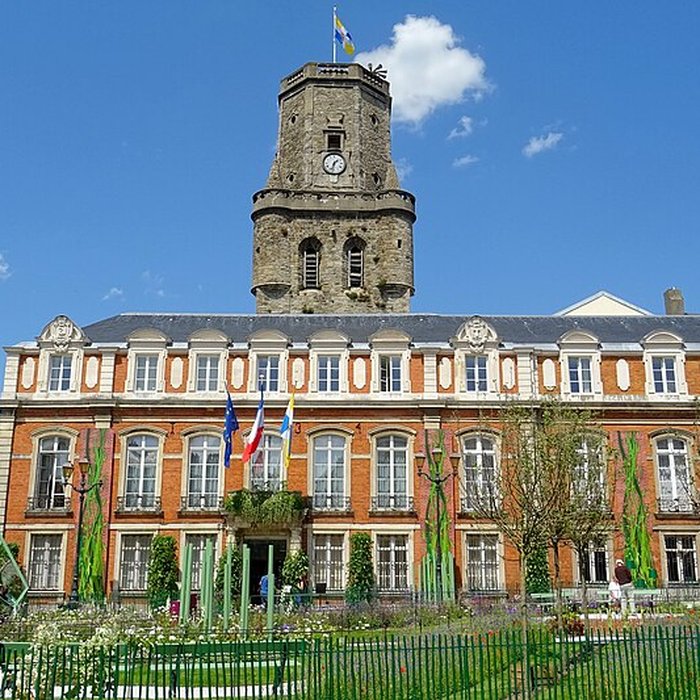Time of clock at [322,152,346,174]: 1:32
